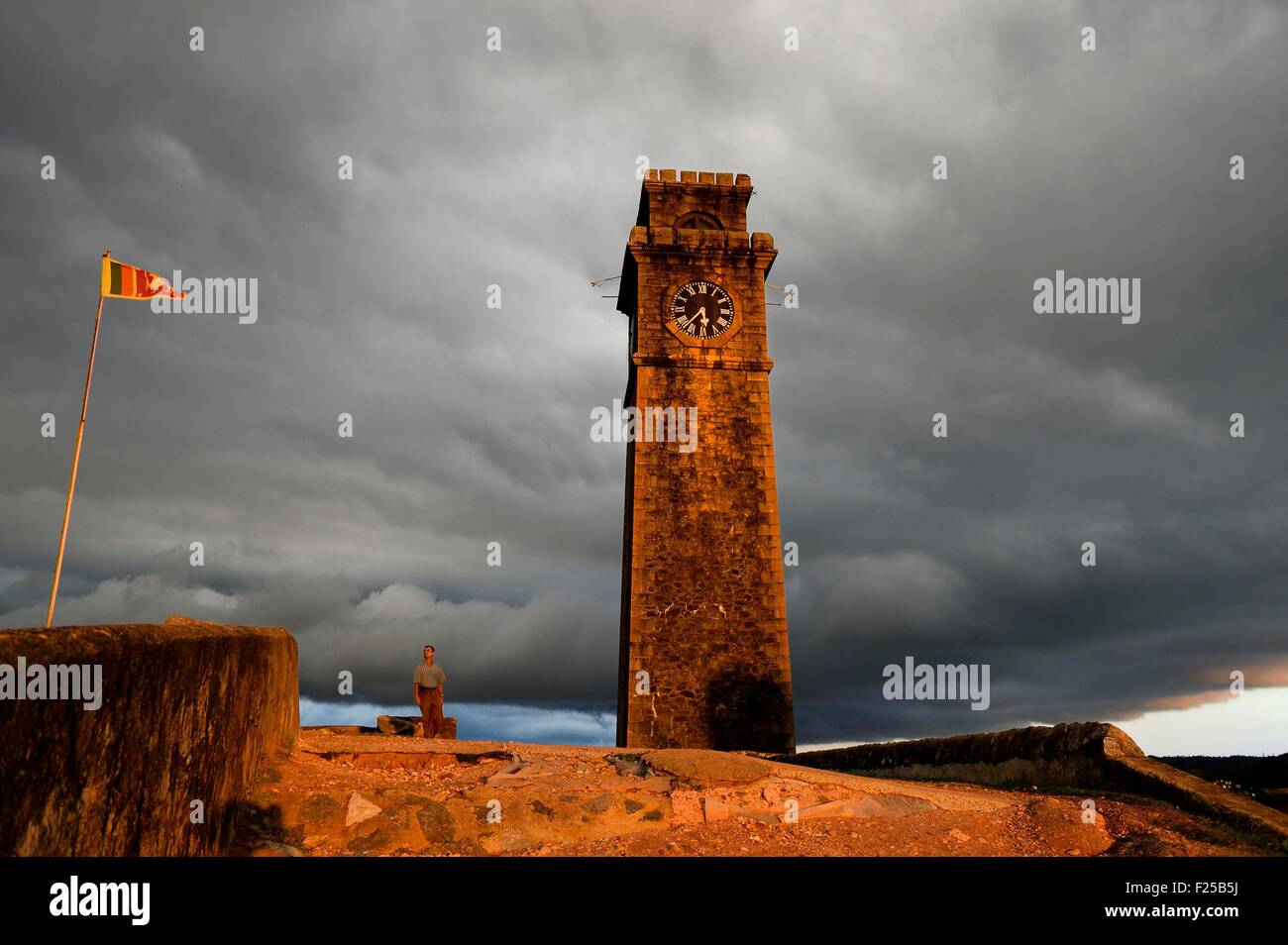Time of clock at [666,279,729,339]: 5:37
